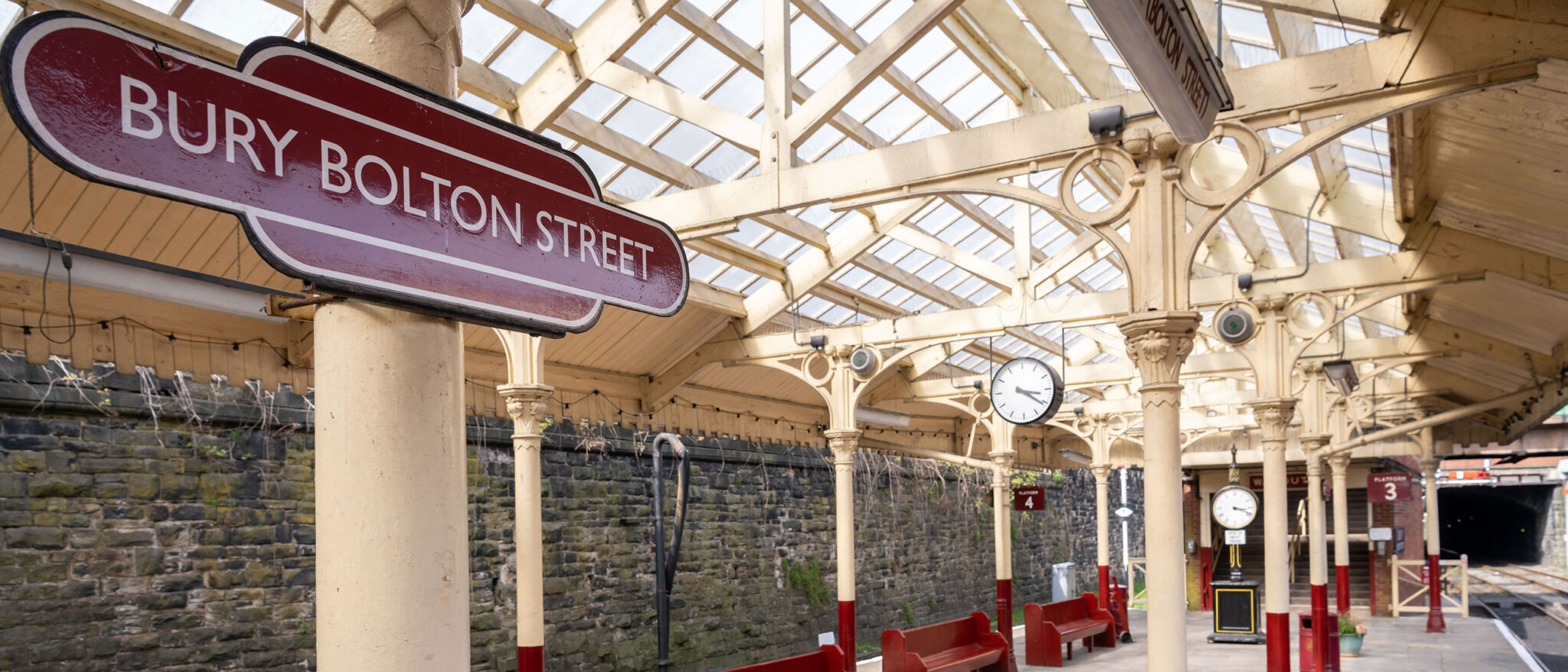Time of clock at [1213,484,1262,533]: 3:18
